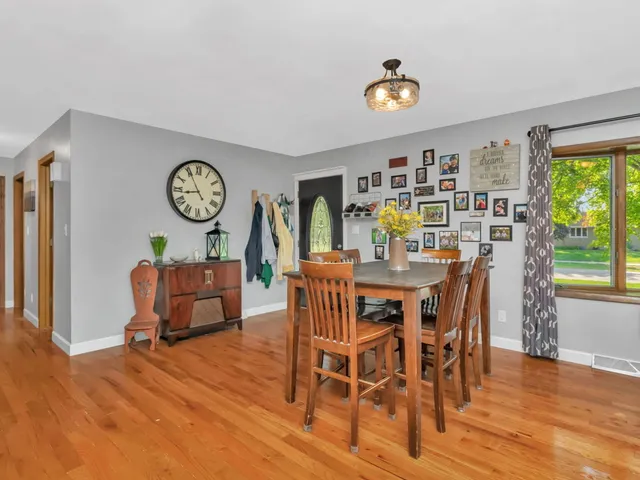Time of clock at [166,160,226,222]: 8:55
